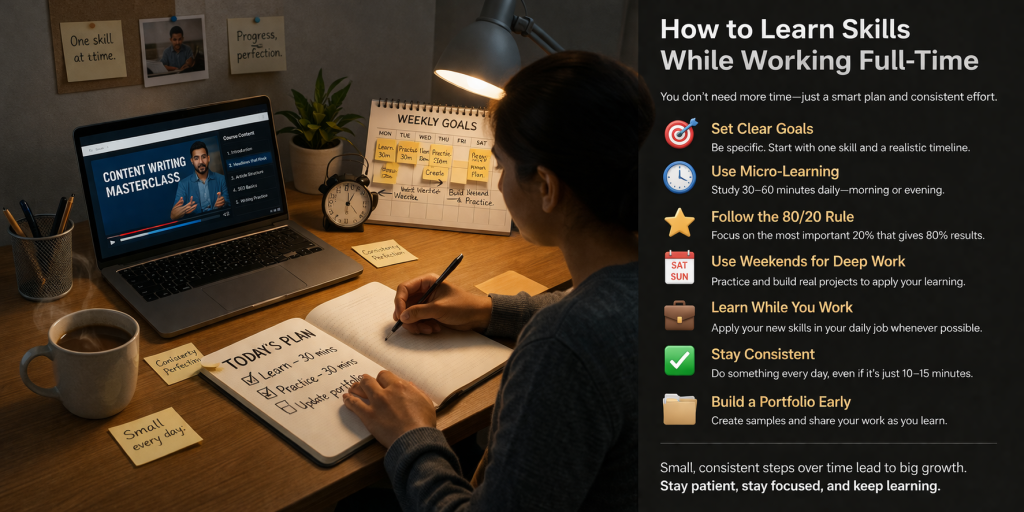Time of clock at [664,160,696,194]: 3:59
